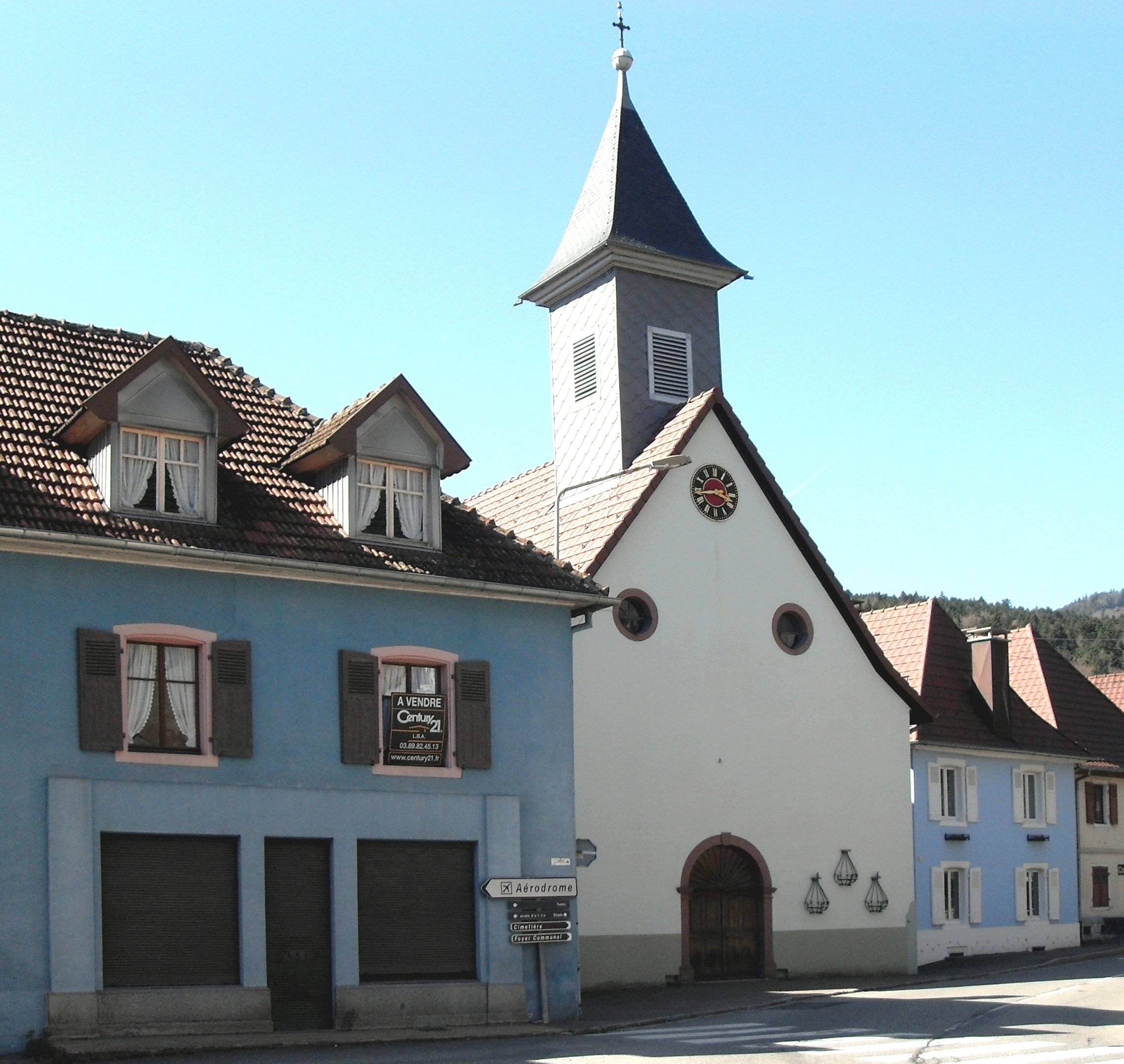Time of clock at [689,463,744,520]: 3:43
